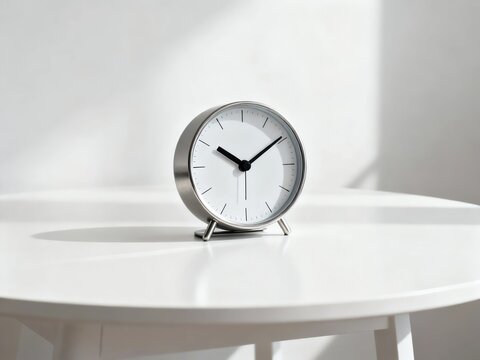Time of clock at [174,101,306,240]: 10:09
